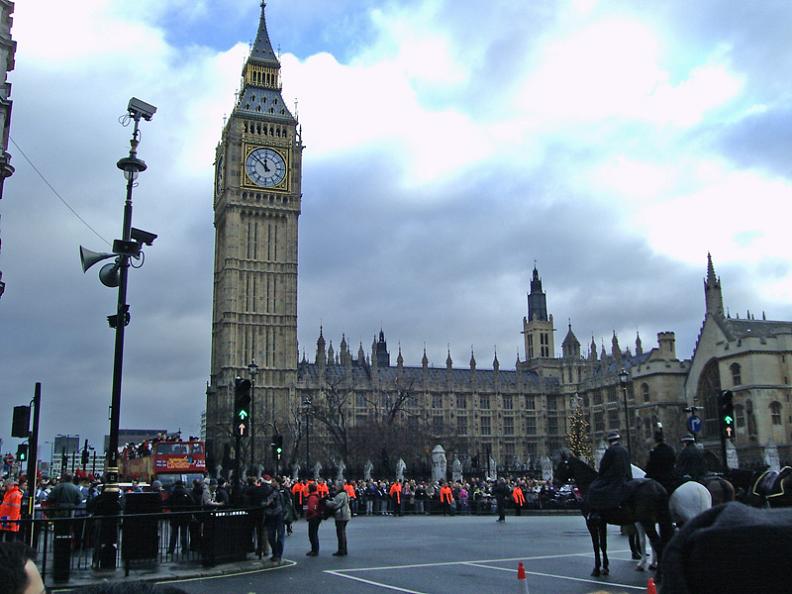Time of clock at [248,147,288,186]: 11:51
